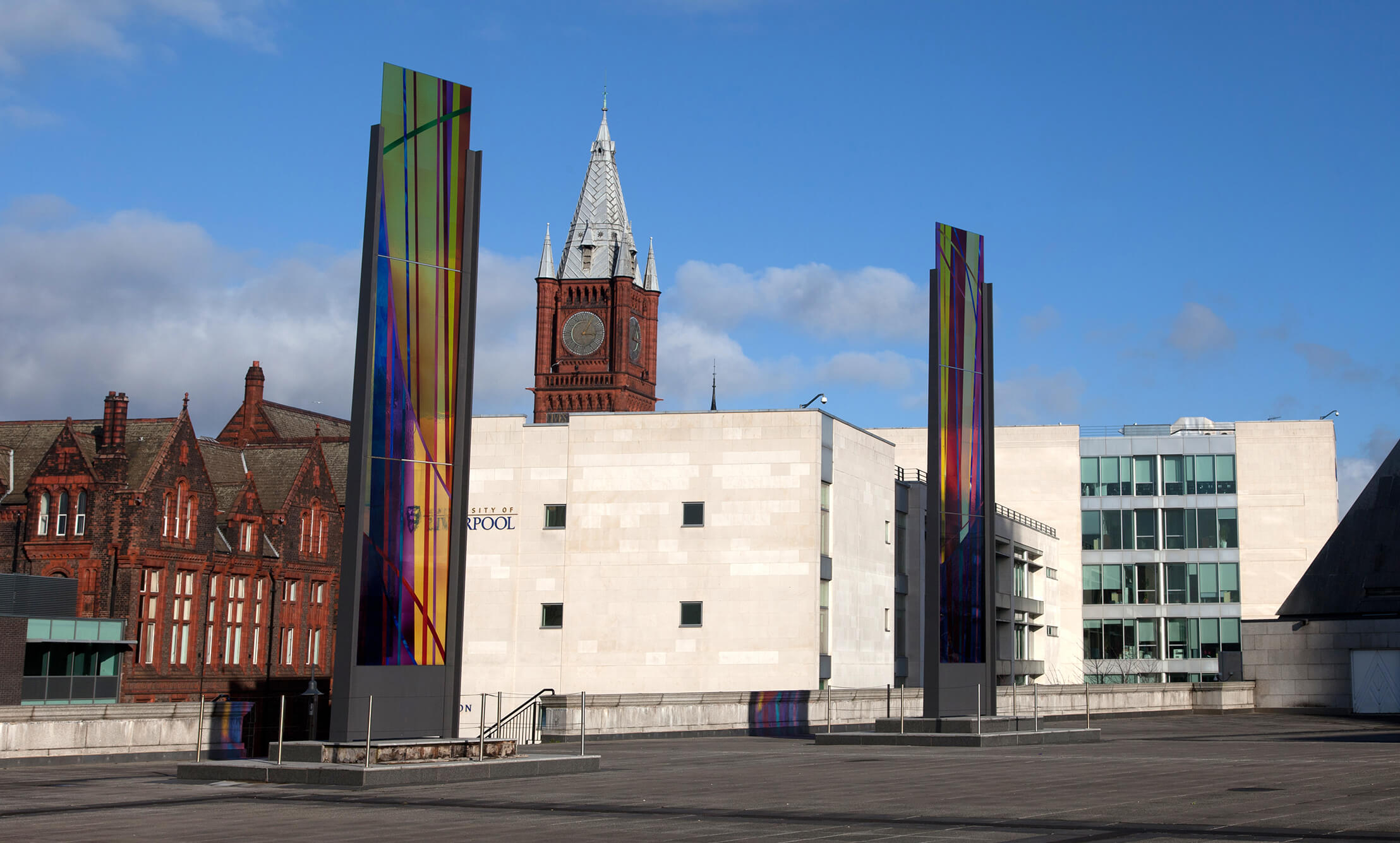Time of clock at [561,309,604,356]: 1:16
